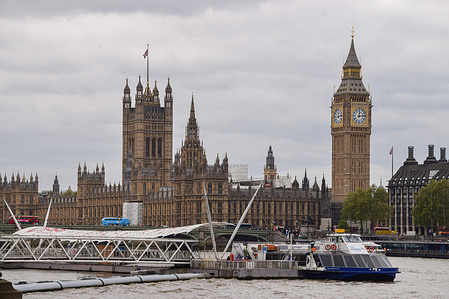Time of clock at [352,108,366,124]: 12:13
